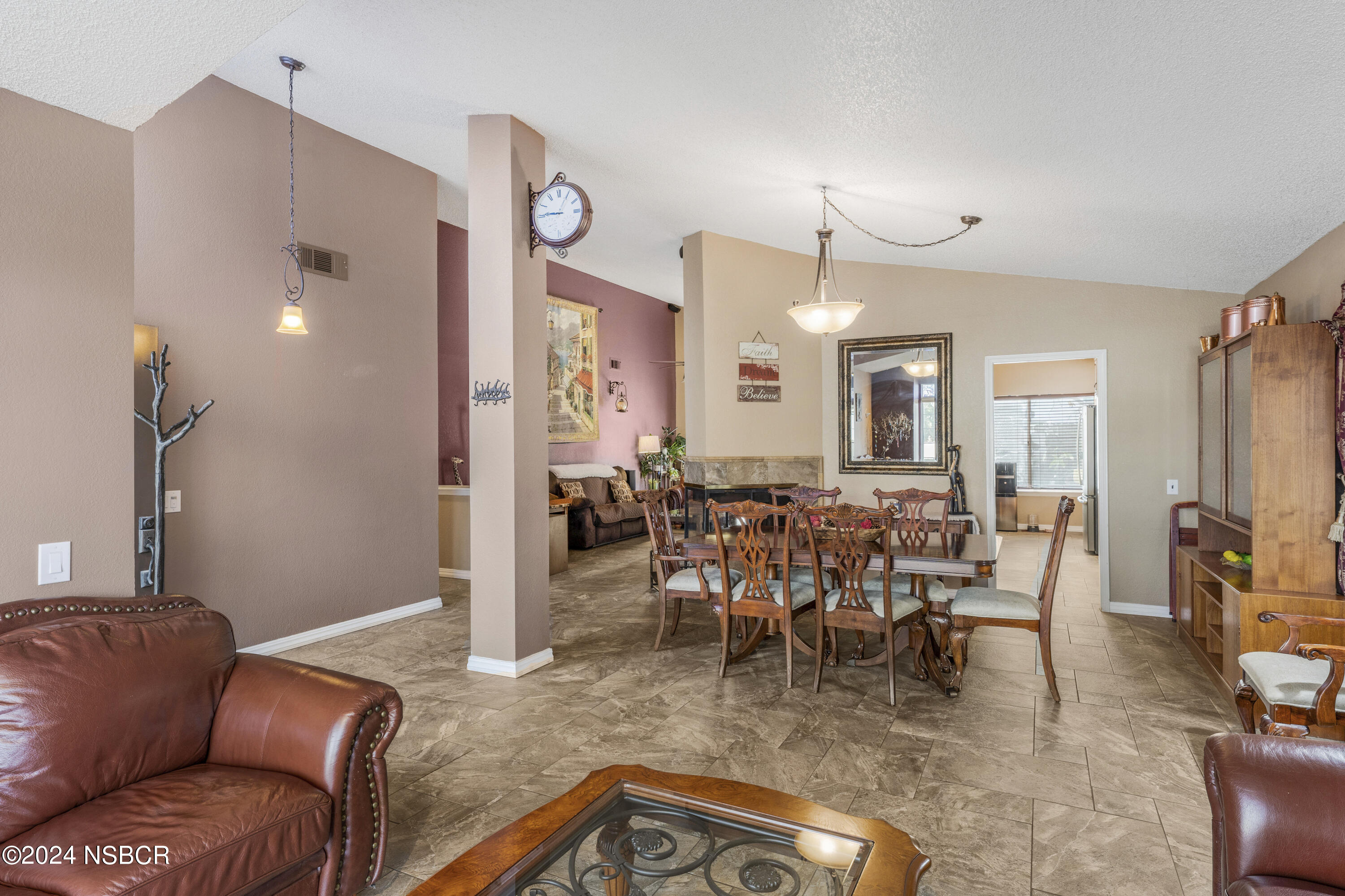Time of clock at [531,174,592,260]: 9:04
